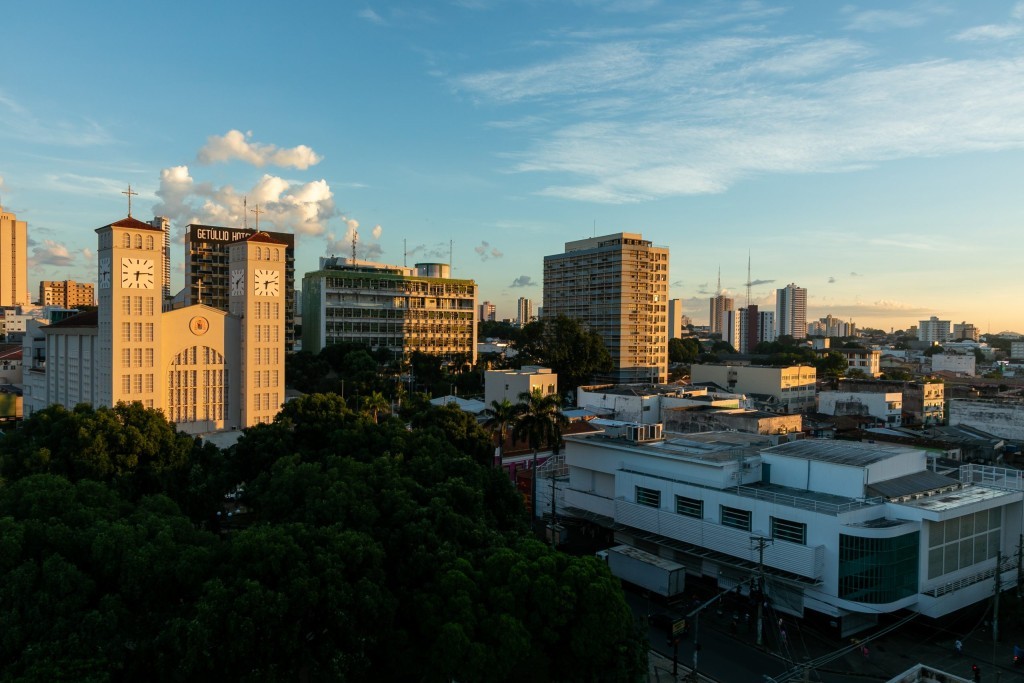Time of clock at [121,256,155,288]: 6:14
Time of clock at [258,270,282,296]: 6:12
